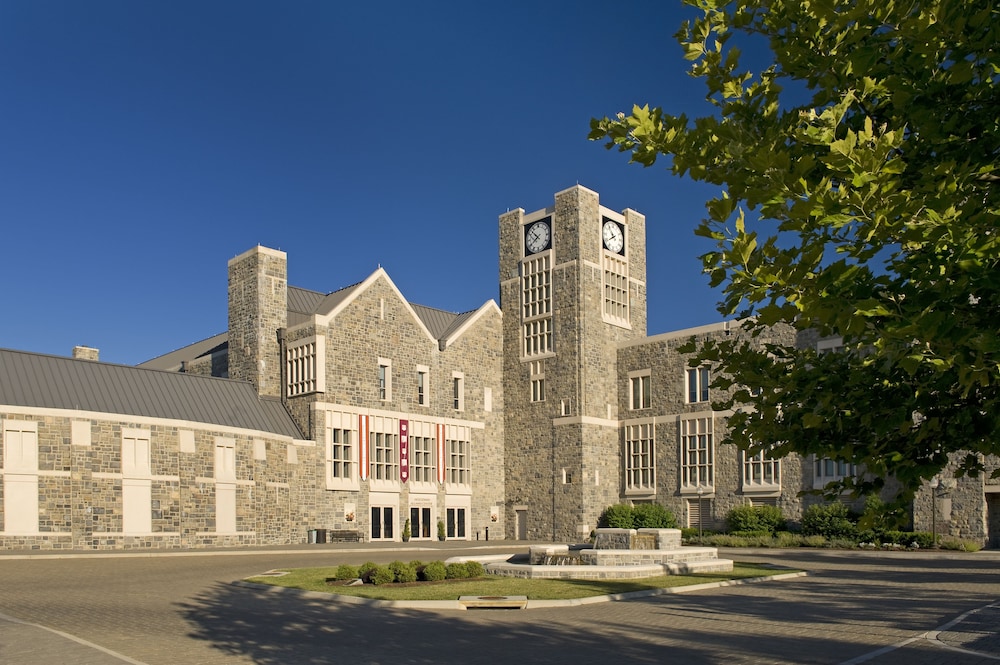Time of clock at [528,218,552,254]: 7:52
